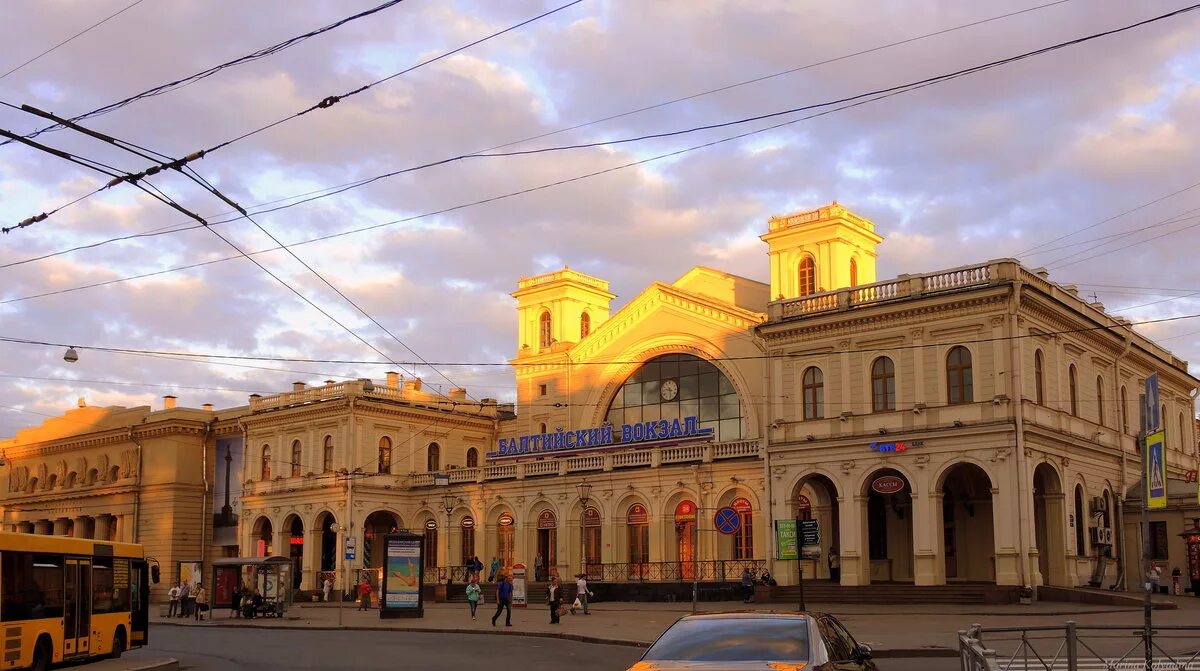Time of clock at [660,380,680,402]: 9:28
